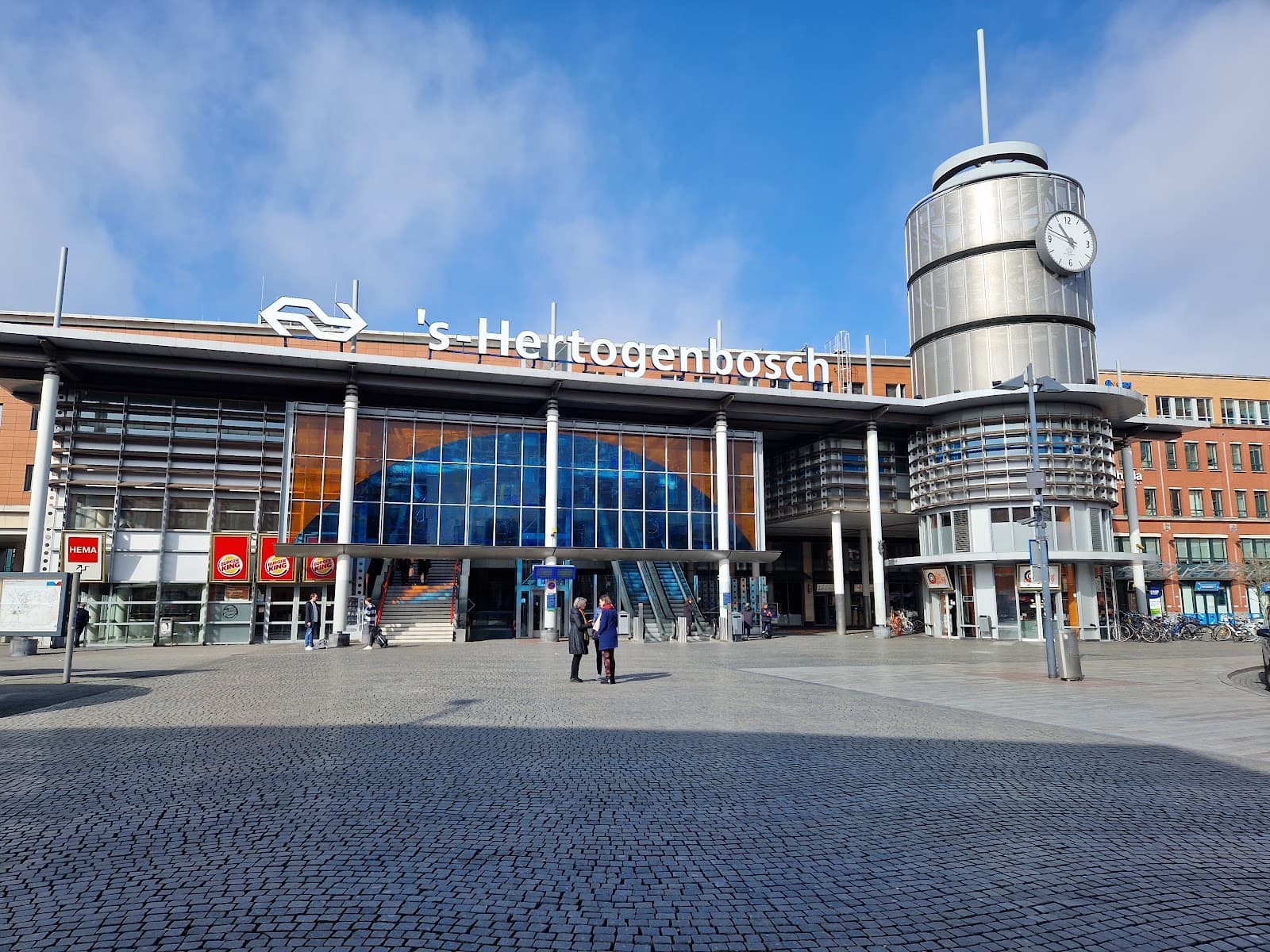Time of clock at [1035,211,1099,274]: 10:48
